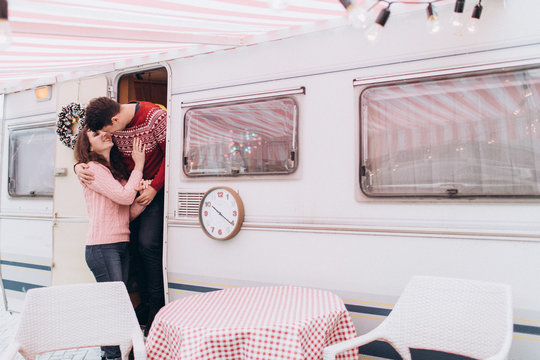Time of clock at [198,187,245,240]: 10:20
